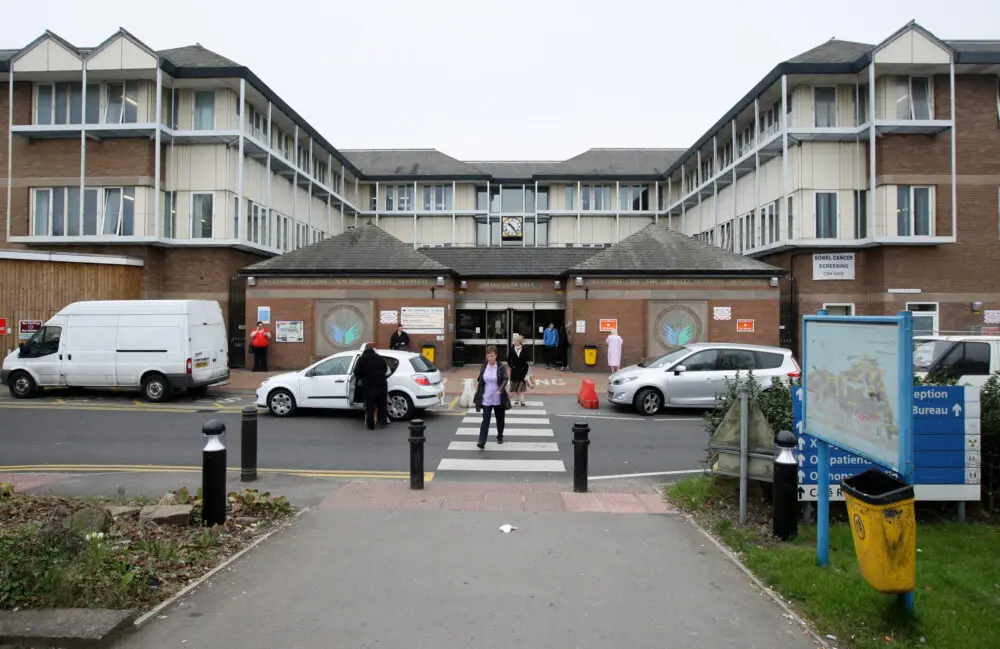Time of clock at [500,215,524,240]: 10:23
